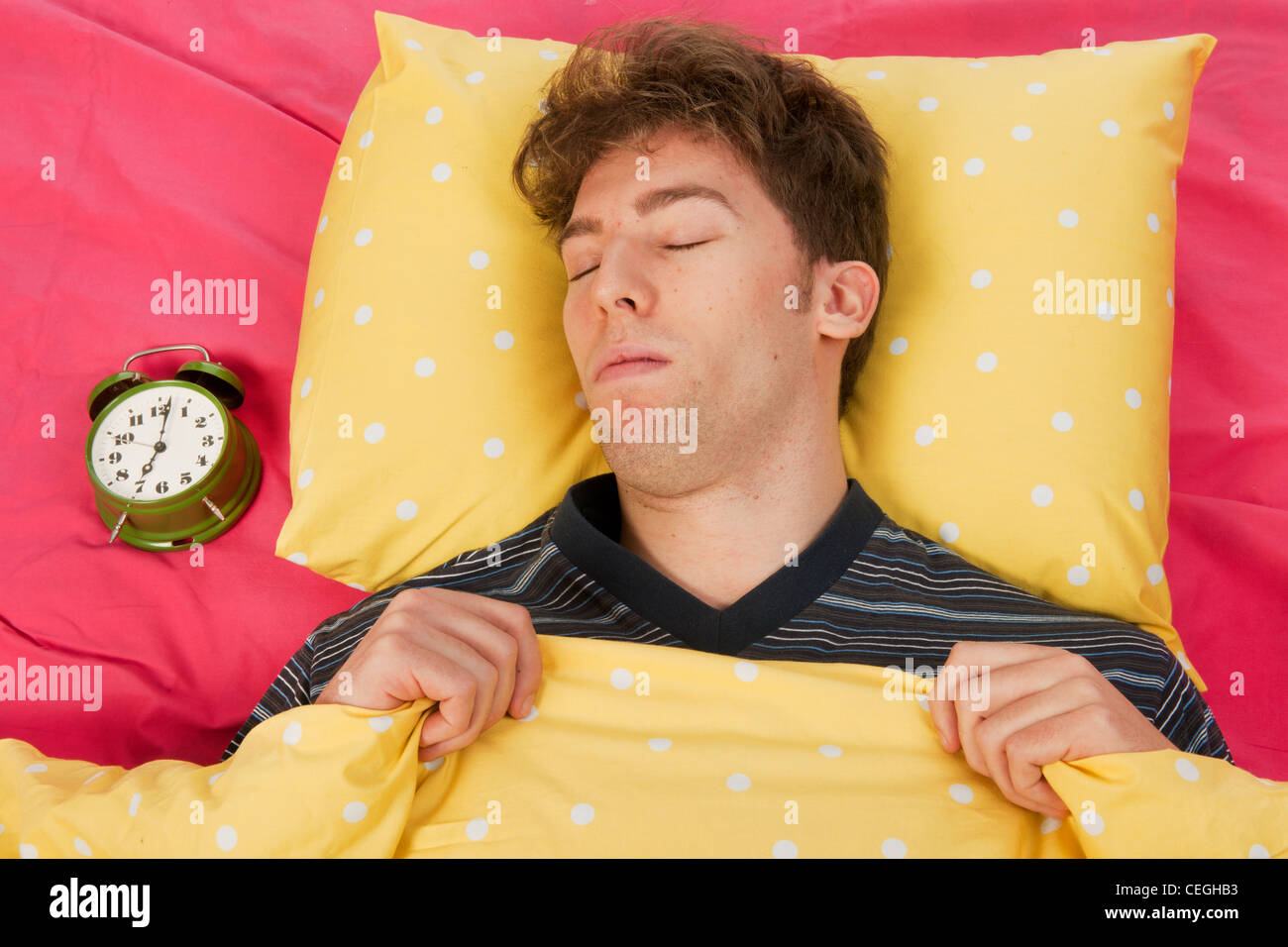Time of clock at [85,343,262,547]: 7:01
